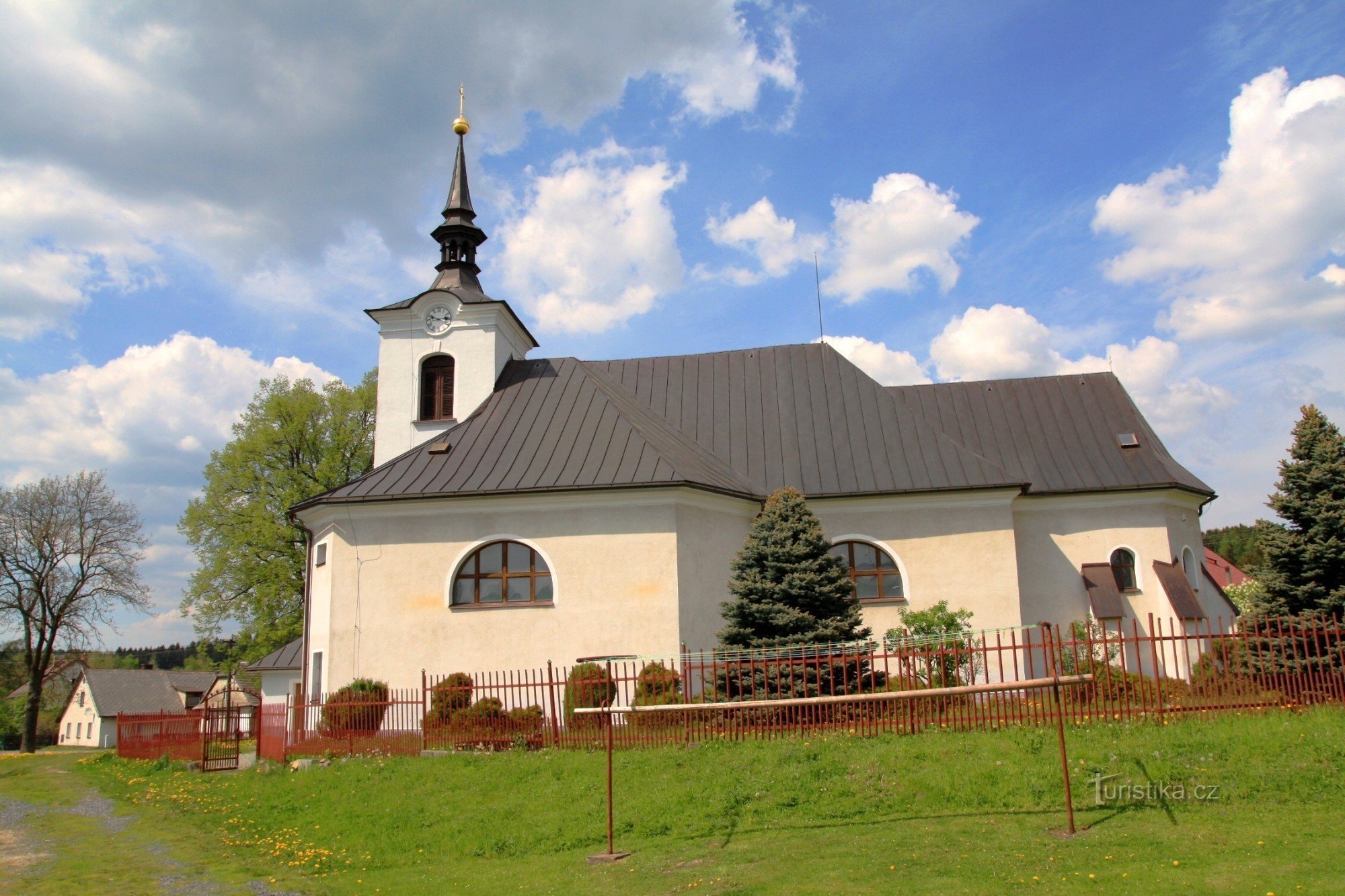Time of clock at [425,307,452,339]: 2:47
